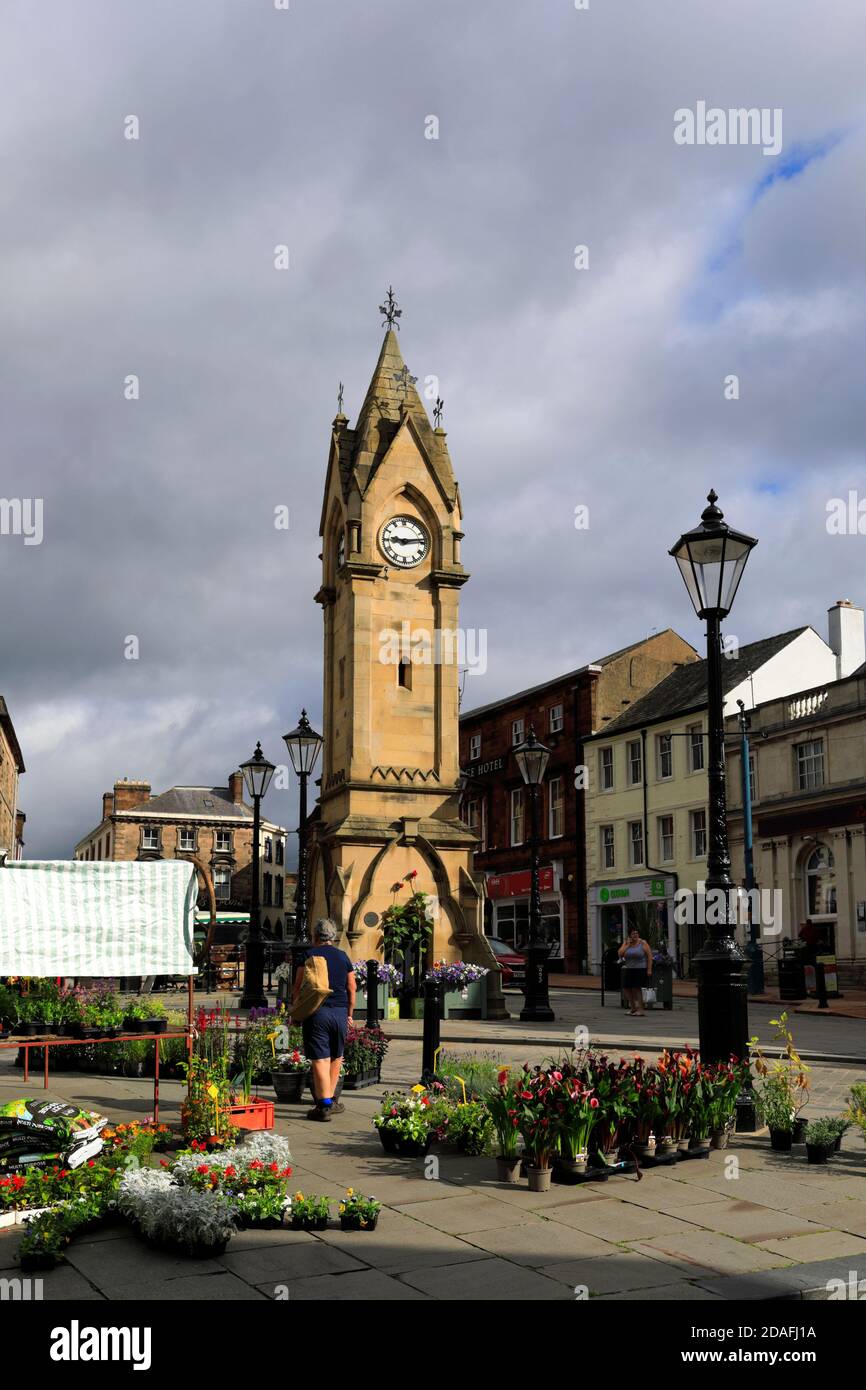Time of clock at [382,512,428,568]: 9:13
